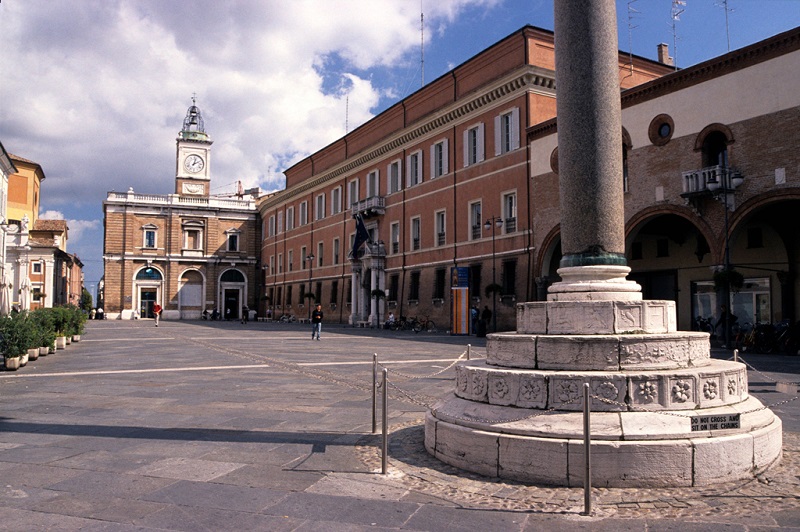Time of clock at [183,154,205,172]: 2:02
